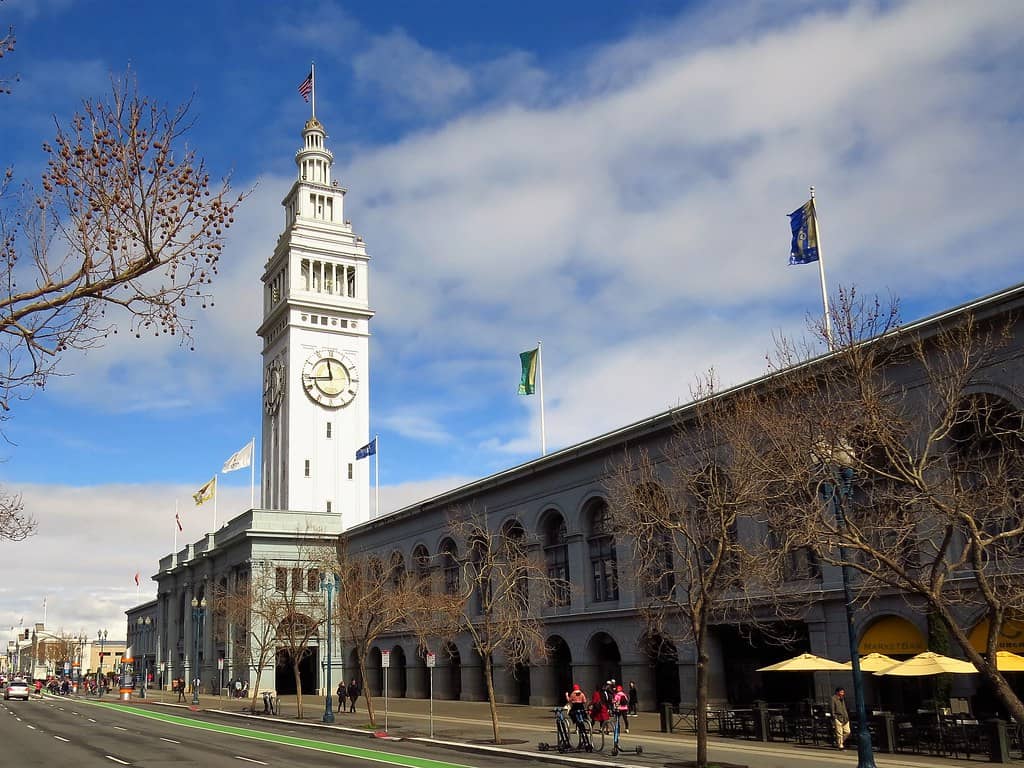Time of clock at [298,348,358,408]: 11:43
